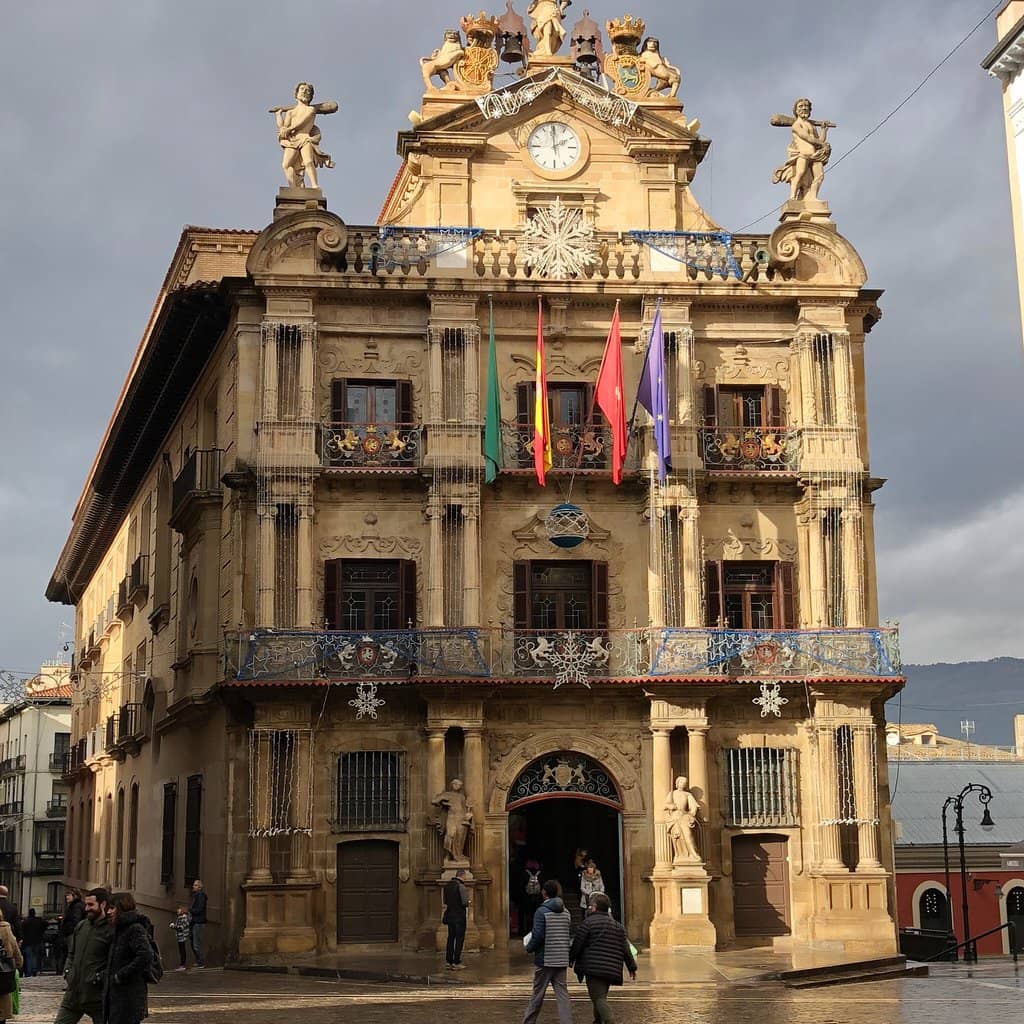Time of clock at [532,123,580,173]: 2:00
